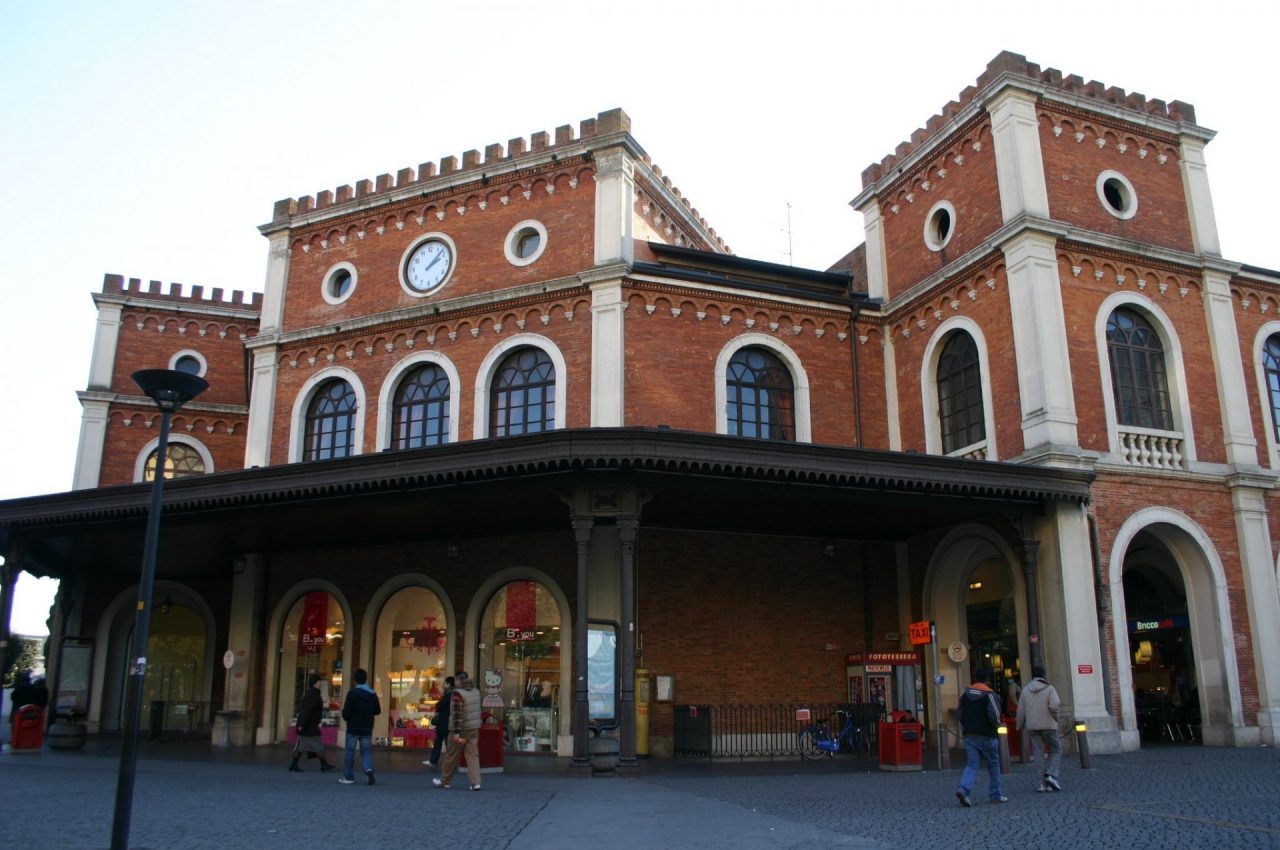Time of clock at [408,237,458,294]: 2:07
